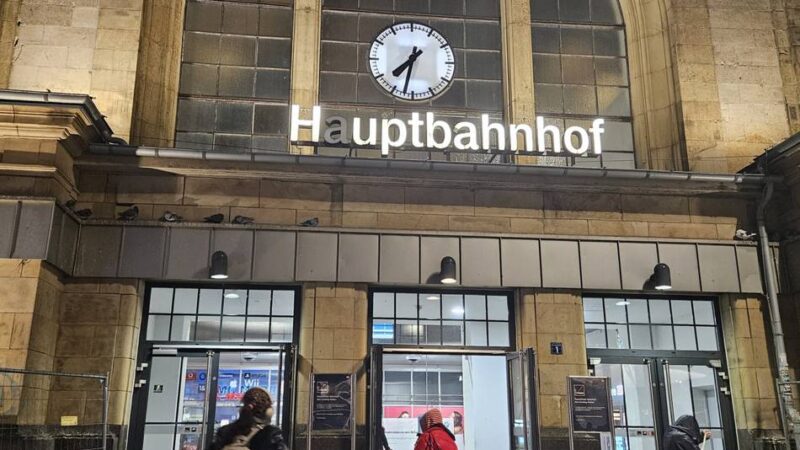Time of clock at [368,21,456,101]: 7:32
